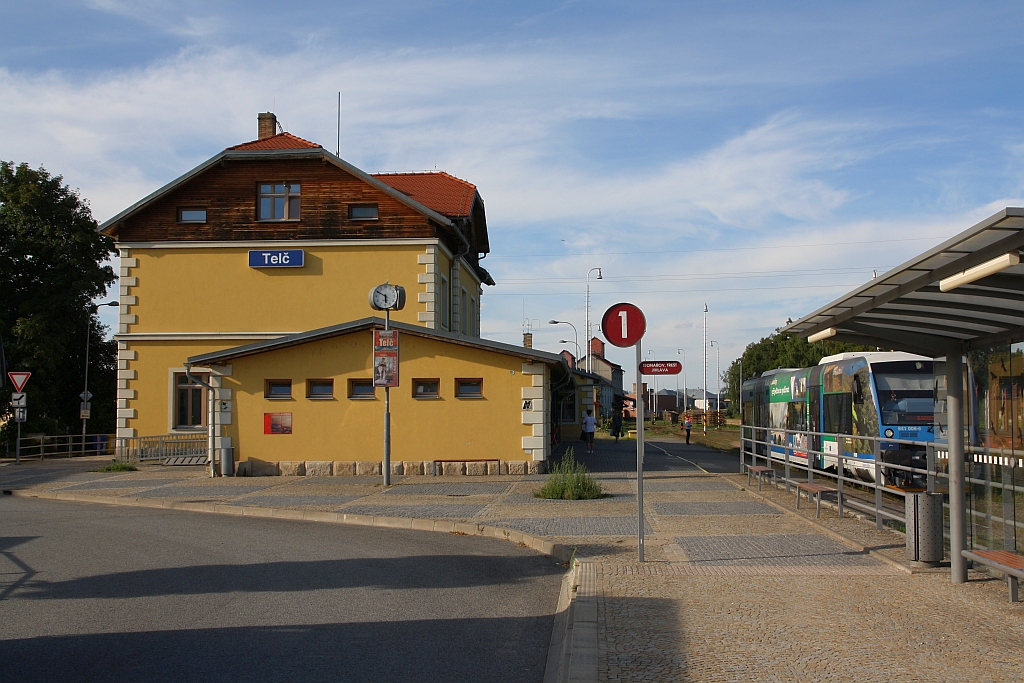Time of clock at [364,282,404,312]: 5:49
